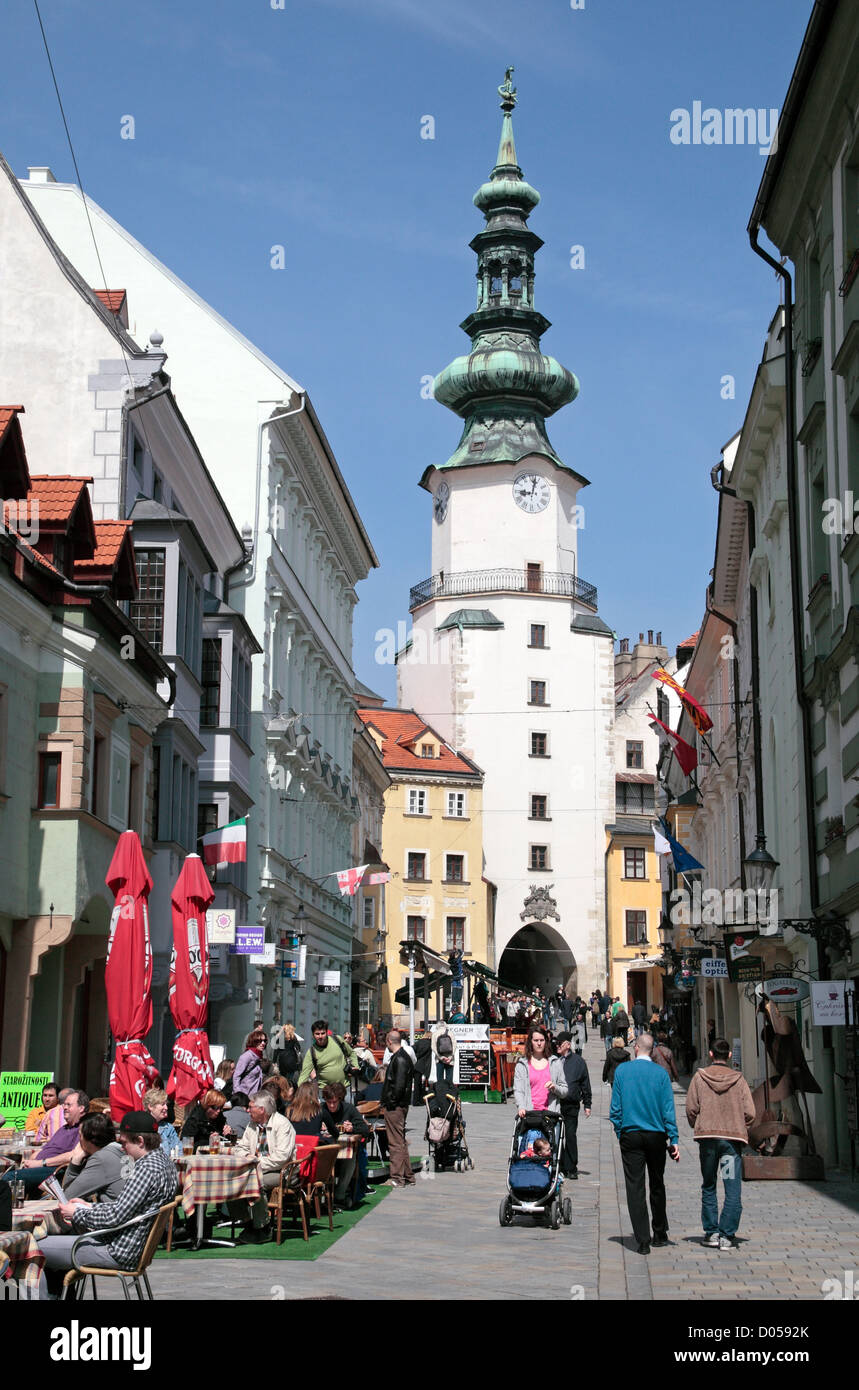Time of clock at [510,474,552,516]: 9:01
